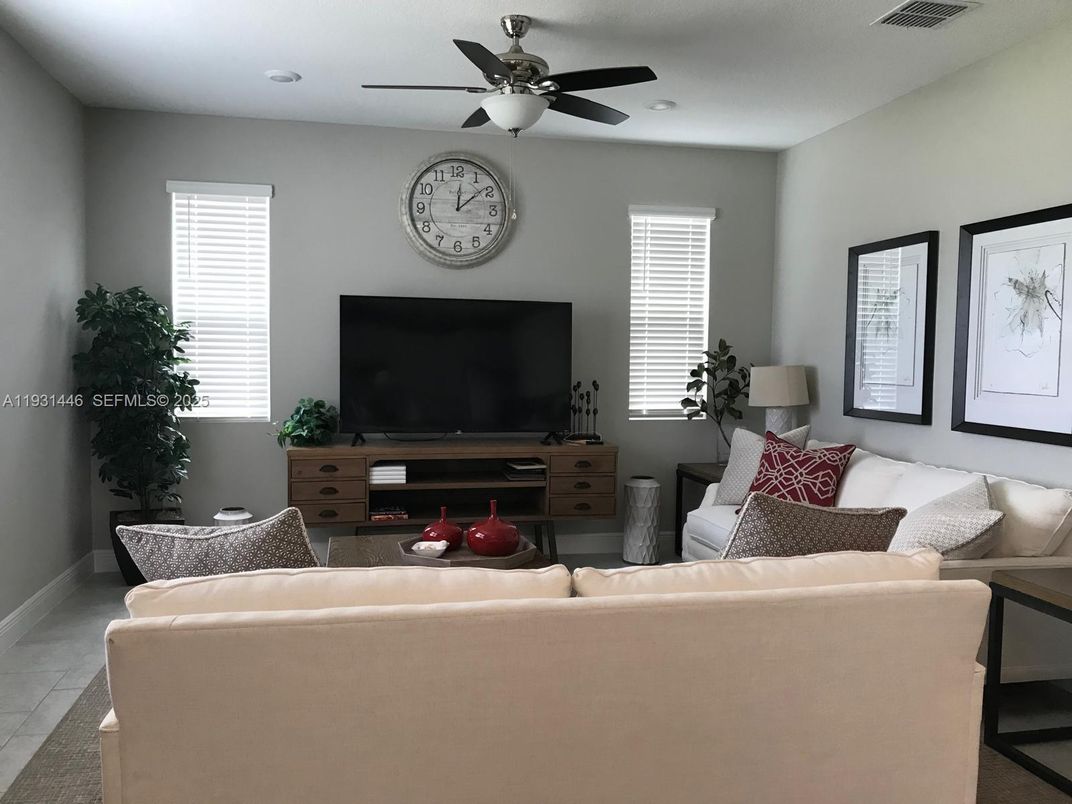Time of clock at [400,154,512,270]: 12:08
